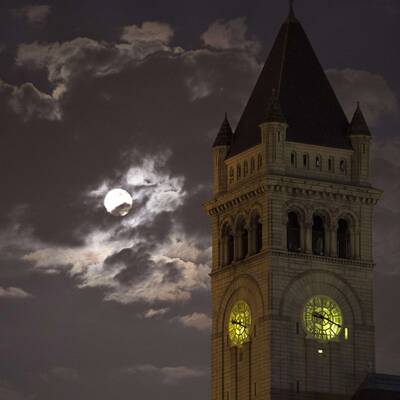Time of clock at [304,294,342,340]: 9:18
